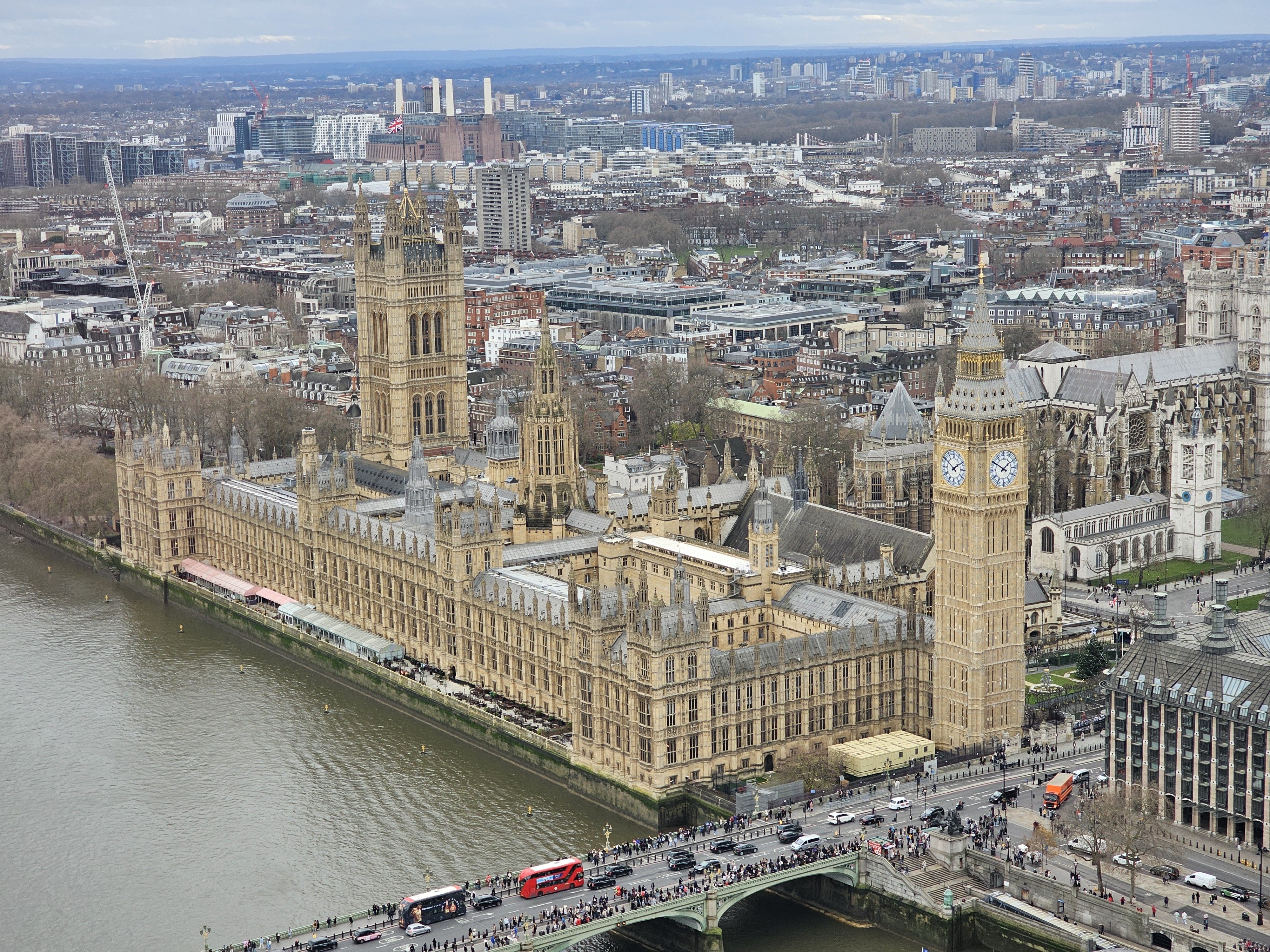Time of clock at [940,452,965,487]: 1:50
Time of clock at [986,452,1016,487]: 1:50
